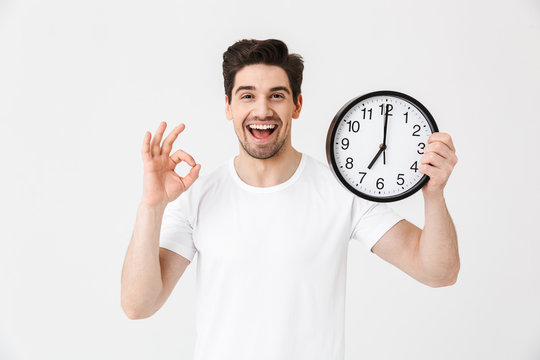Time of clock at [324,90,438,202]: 7:00
